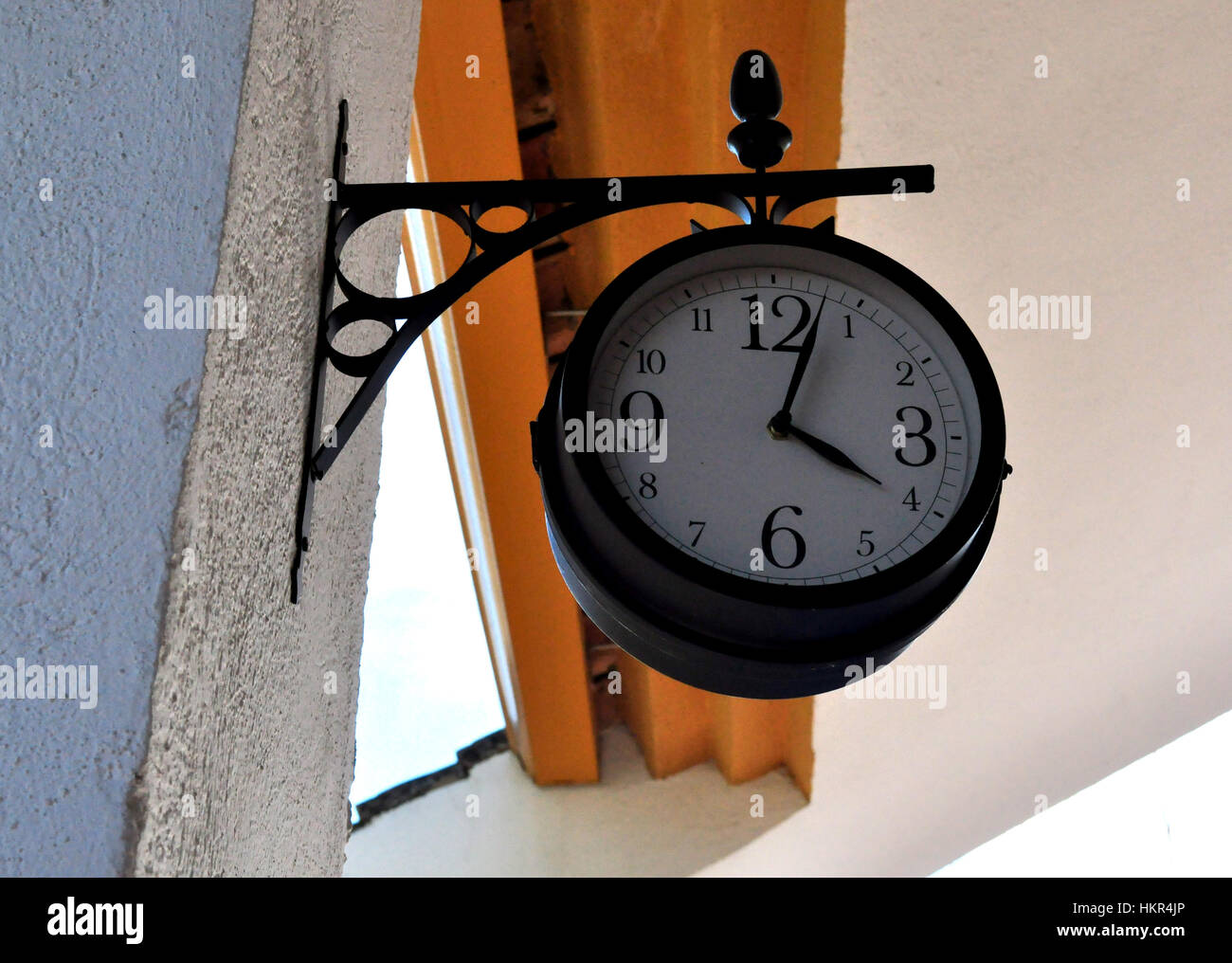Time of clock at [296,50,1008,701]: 4:02
